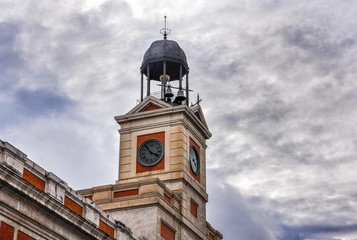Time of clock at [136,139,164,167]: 3:53
